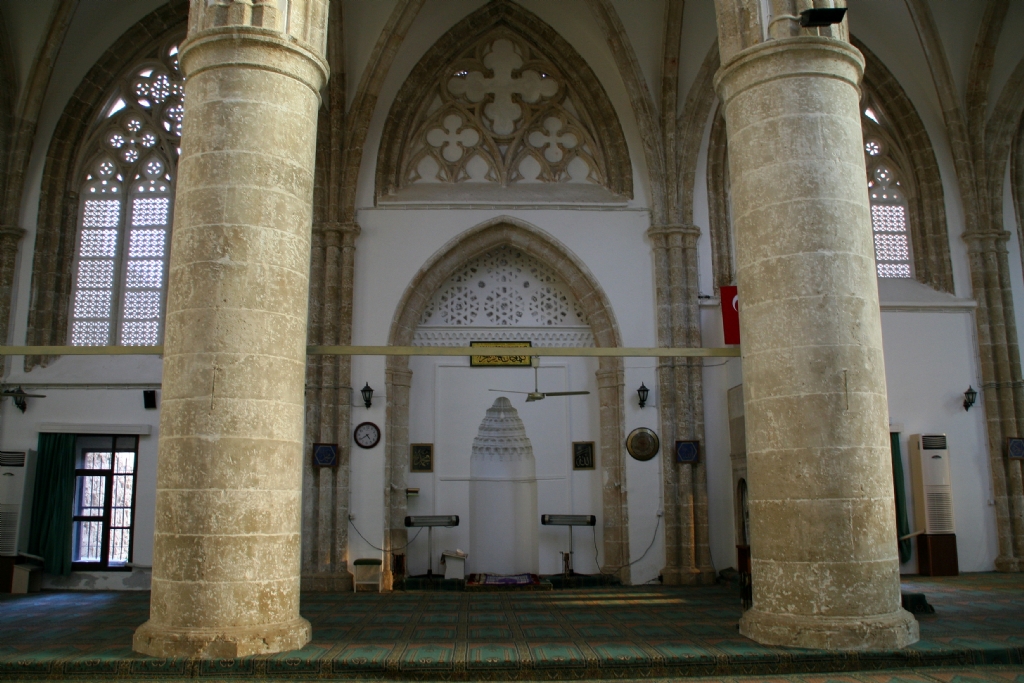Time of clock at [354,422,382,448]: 4:38
